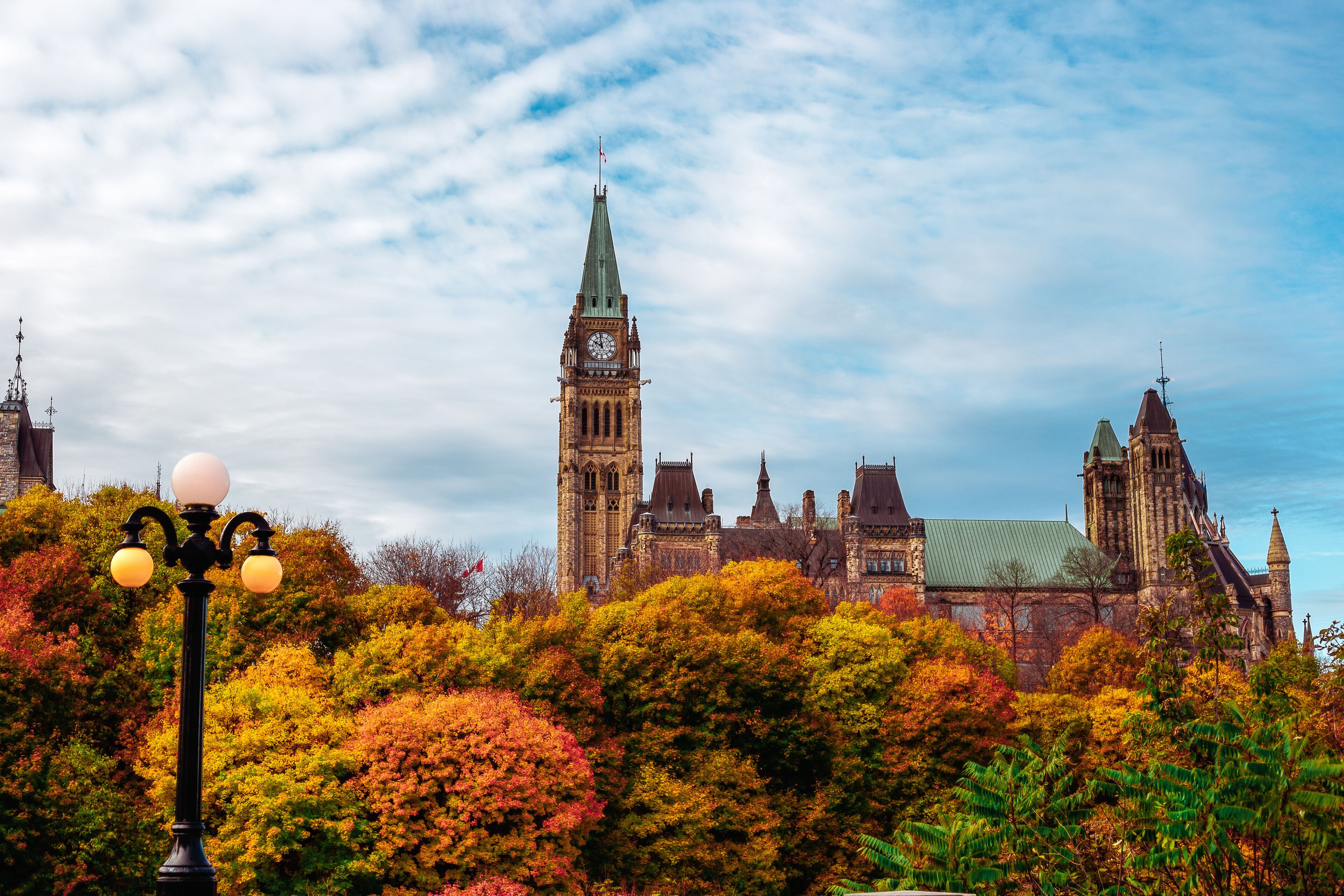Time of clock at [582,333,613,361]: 9:57
